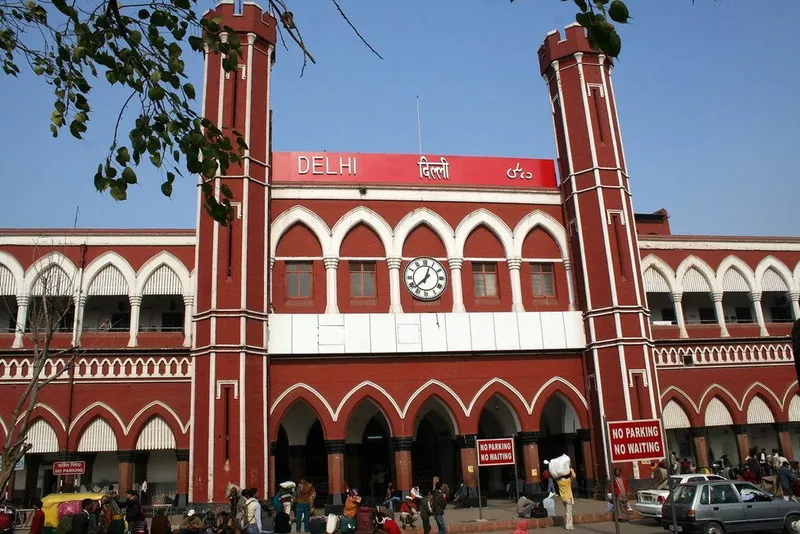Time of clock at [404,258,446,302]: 12:37
